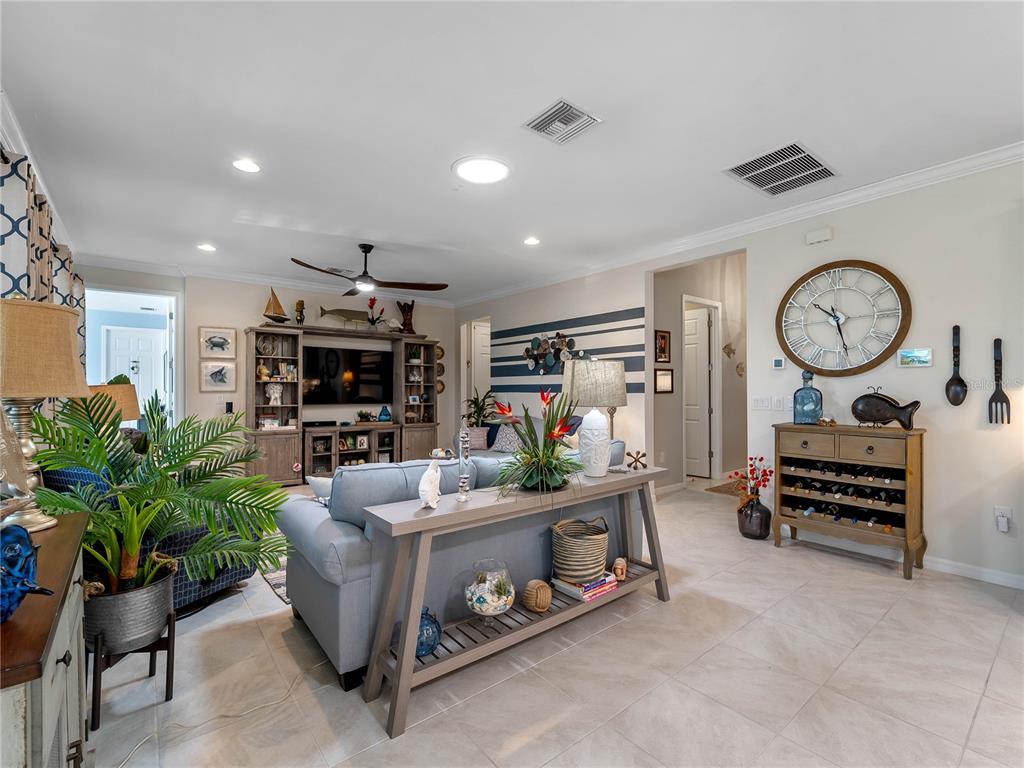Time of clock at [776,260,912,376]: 10:28
